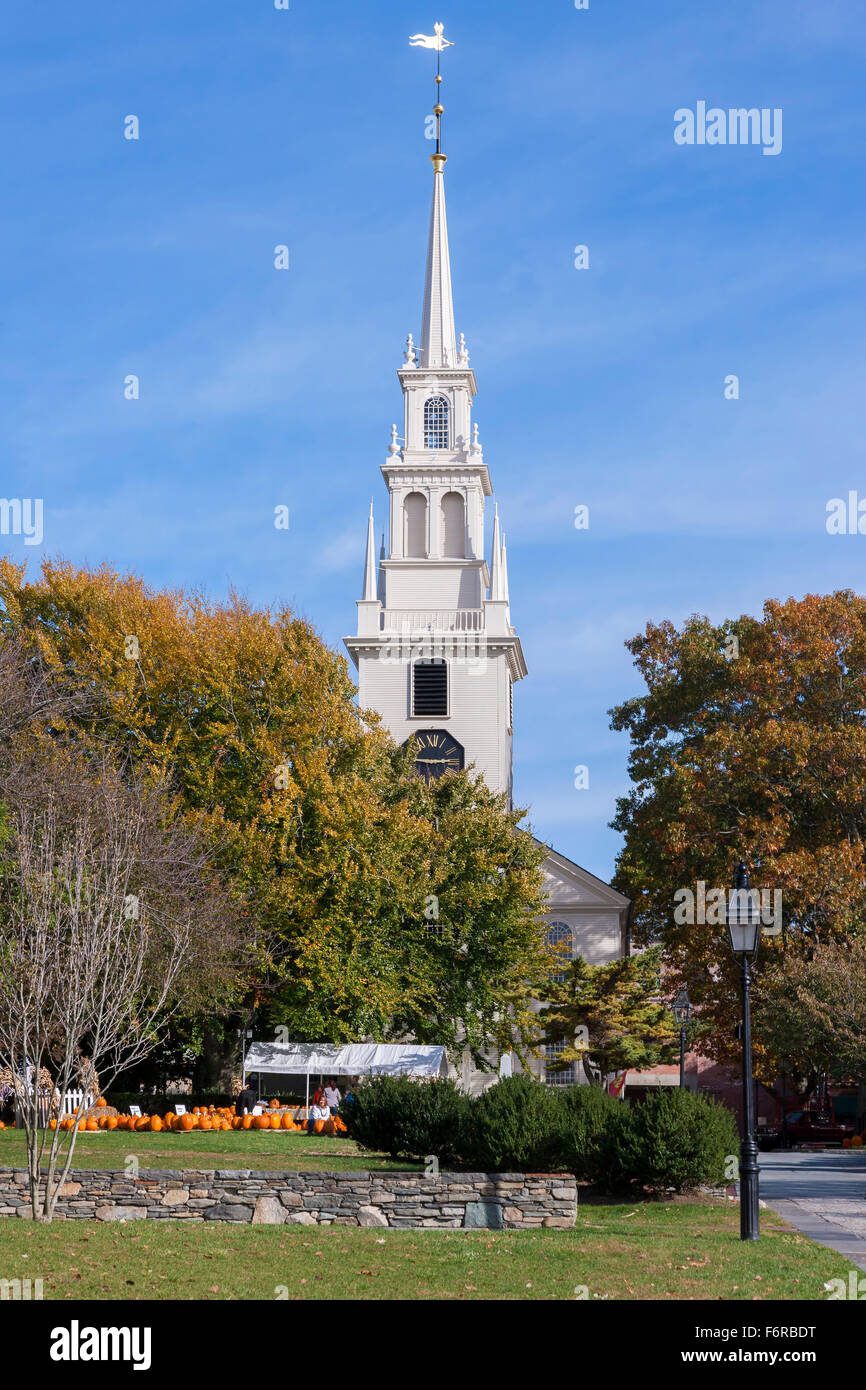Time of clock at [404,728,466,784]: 2:46
